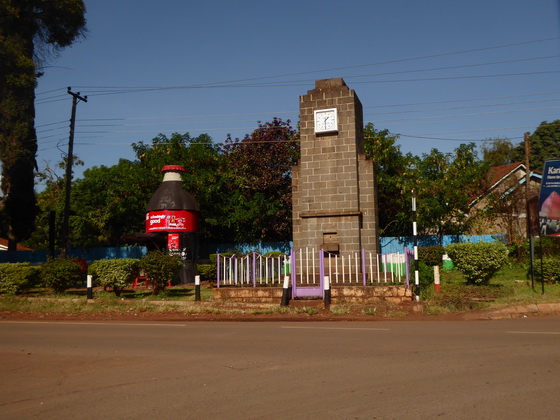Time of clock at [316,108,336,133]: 1:30
